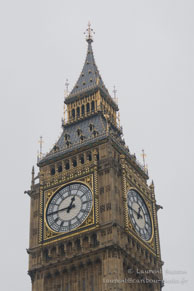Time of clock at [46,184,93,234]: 12:45
